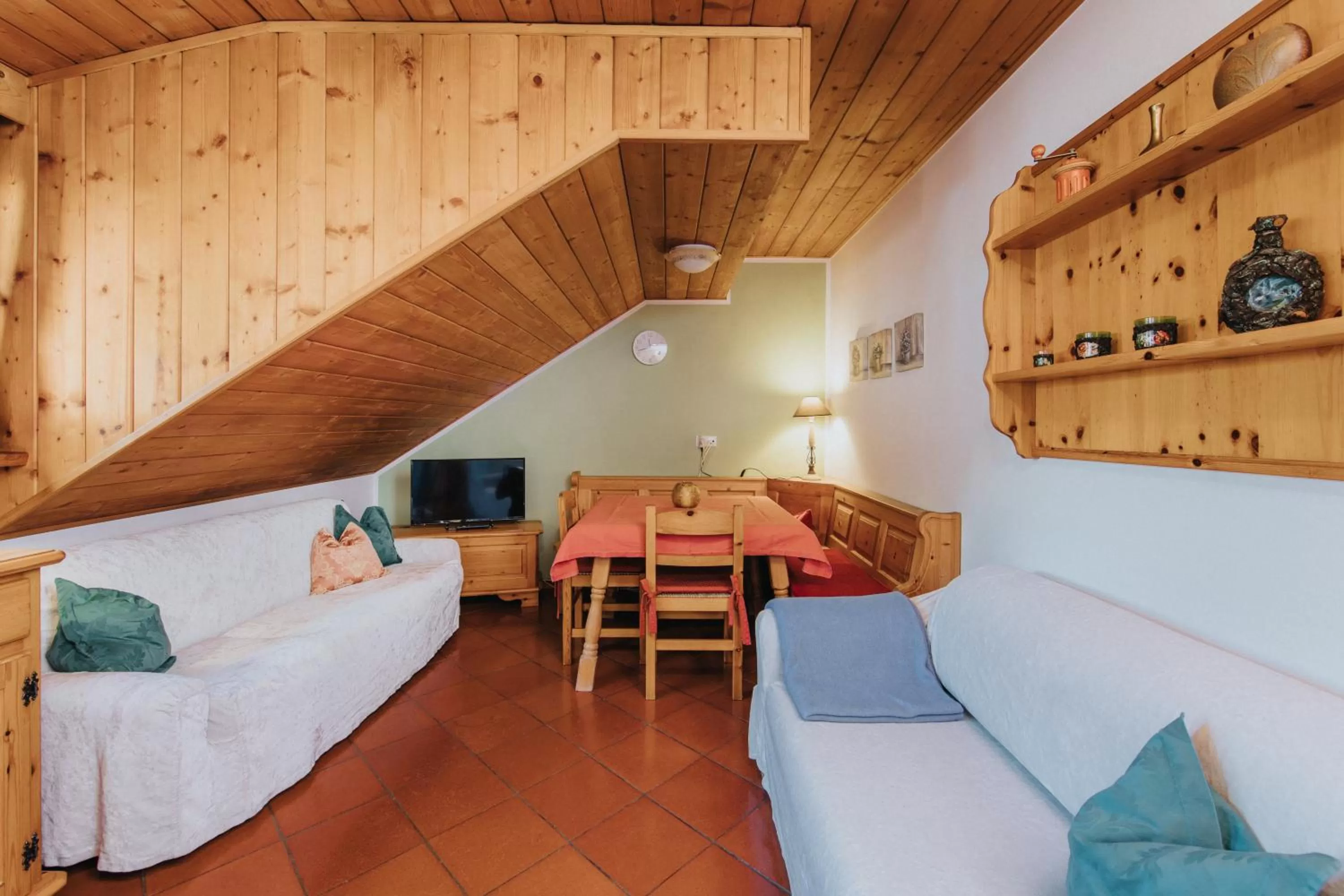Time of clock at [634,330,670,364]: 11:42
